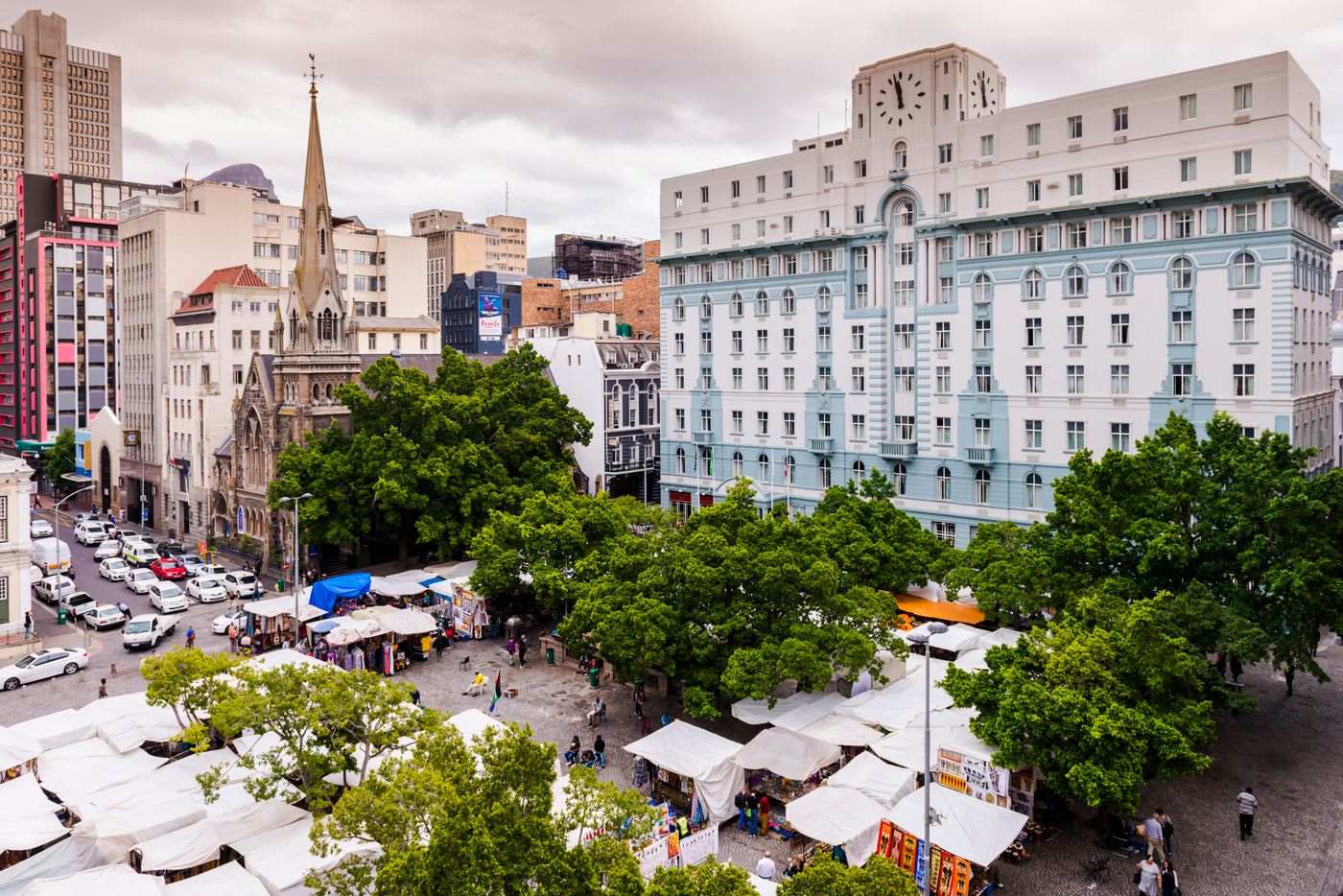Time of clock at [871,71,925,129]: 11:57
